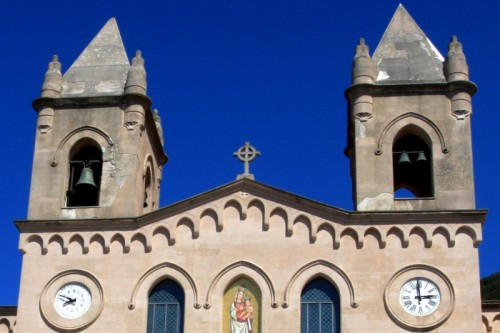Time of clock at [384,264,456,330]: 2:59
